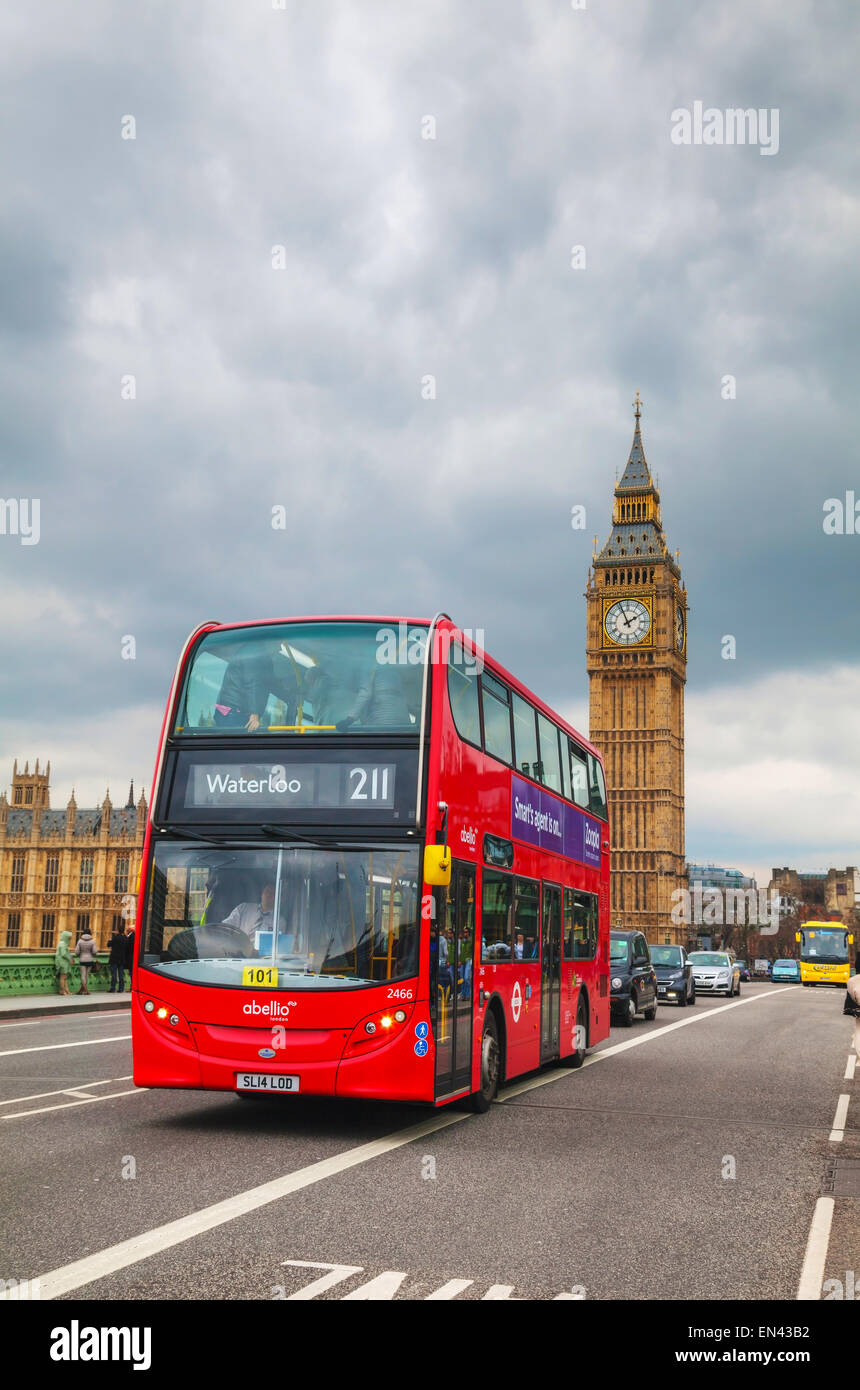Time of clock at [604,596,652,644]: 1:56
